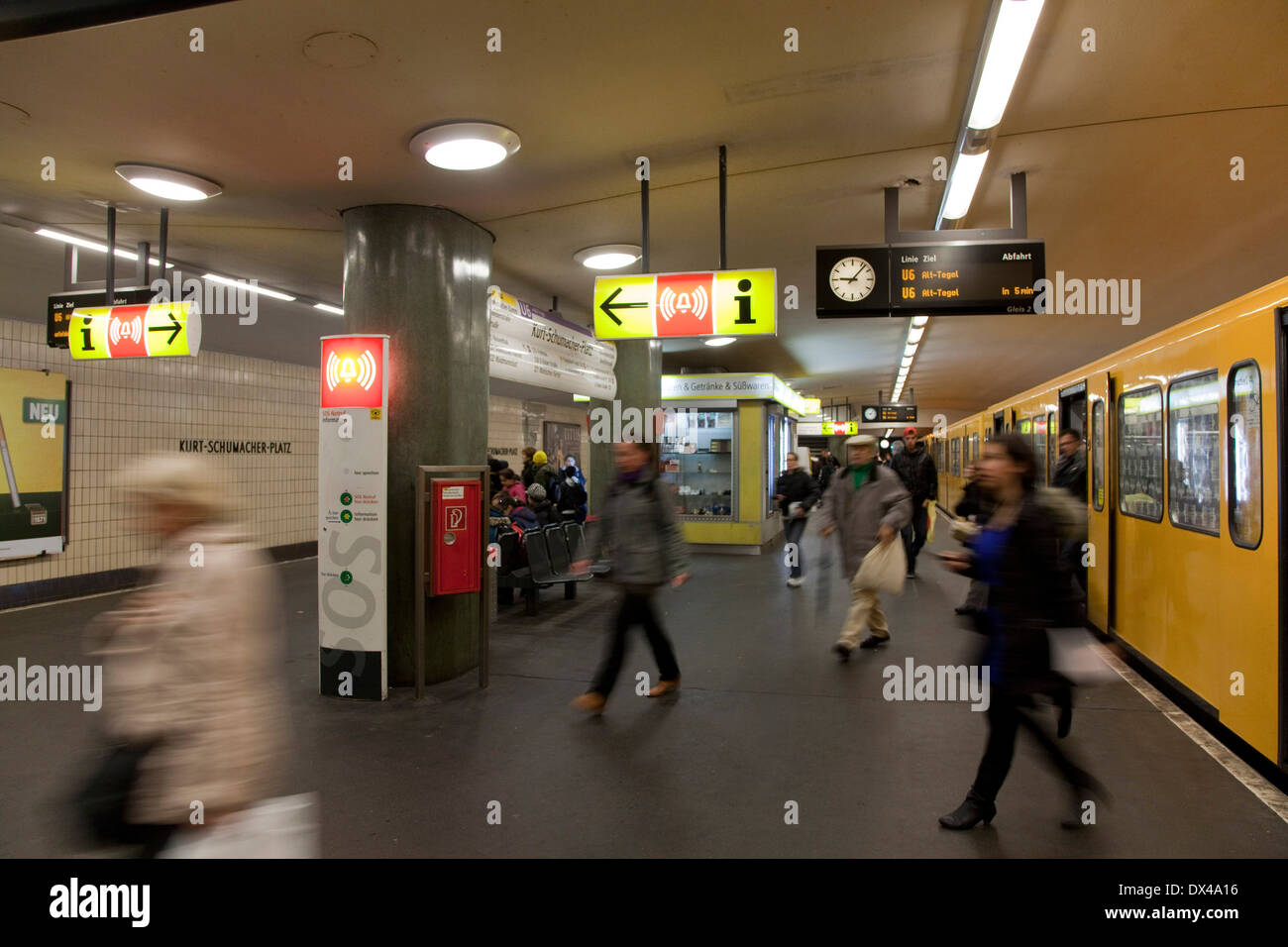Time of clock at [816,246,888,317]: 9:06
